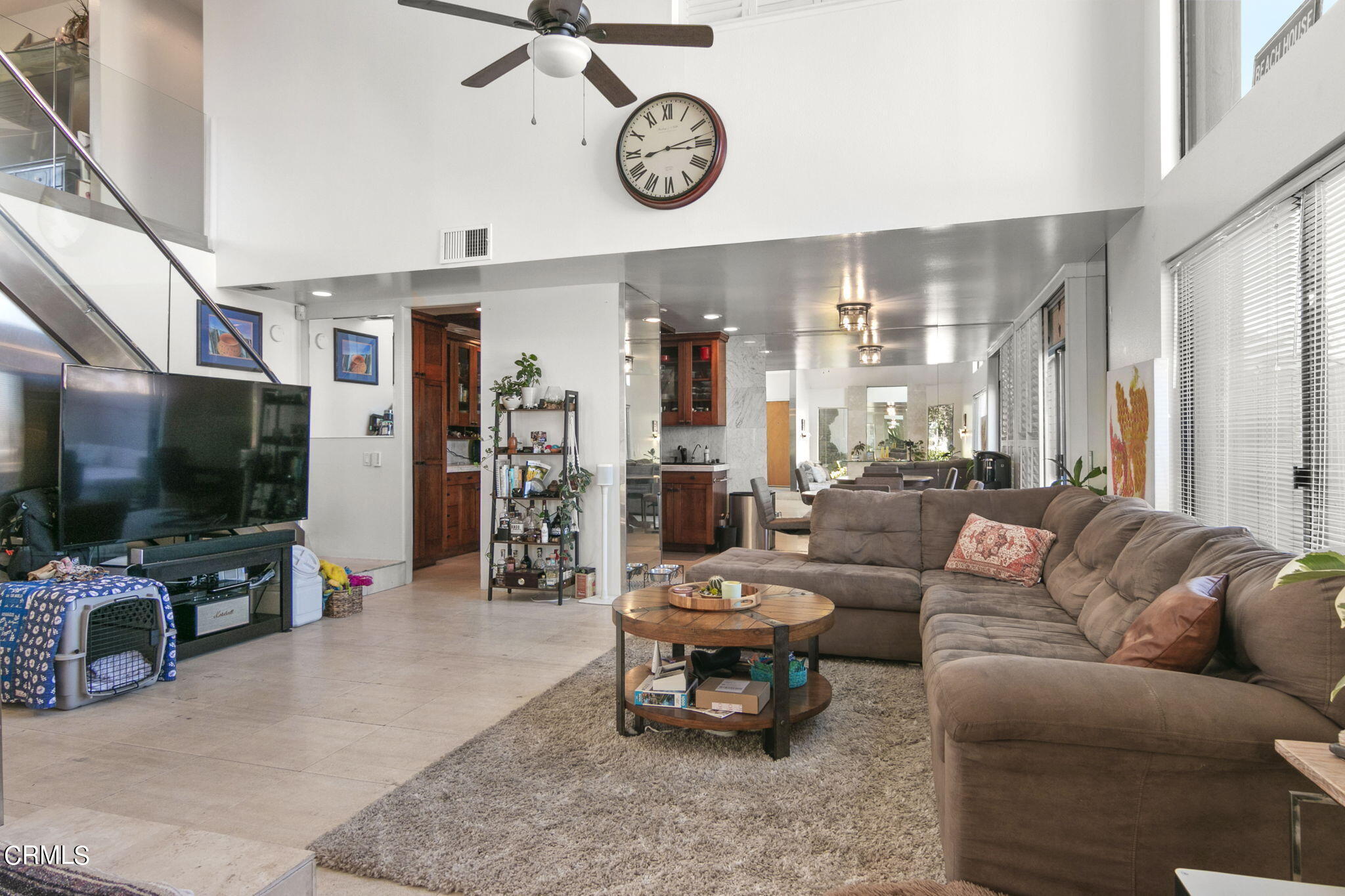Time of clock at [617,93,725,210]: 3:12
